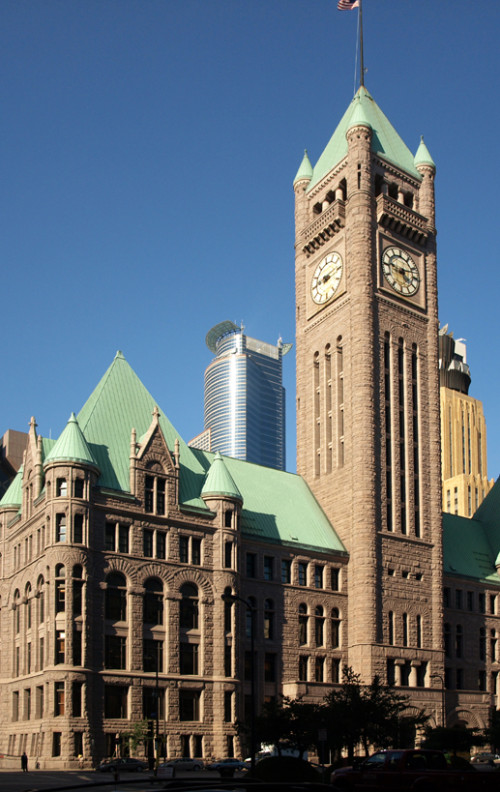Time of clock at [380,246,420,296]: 5:11
